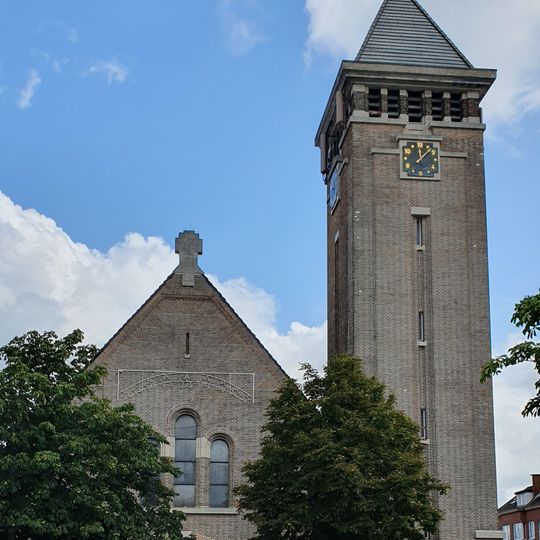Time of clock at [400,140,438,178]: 12:07
